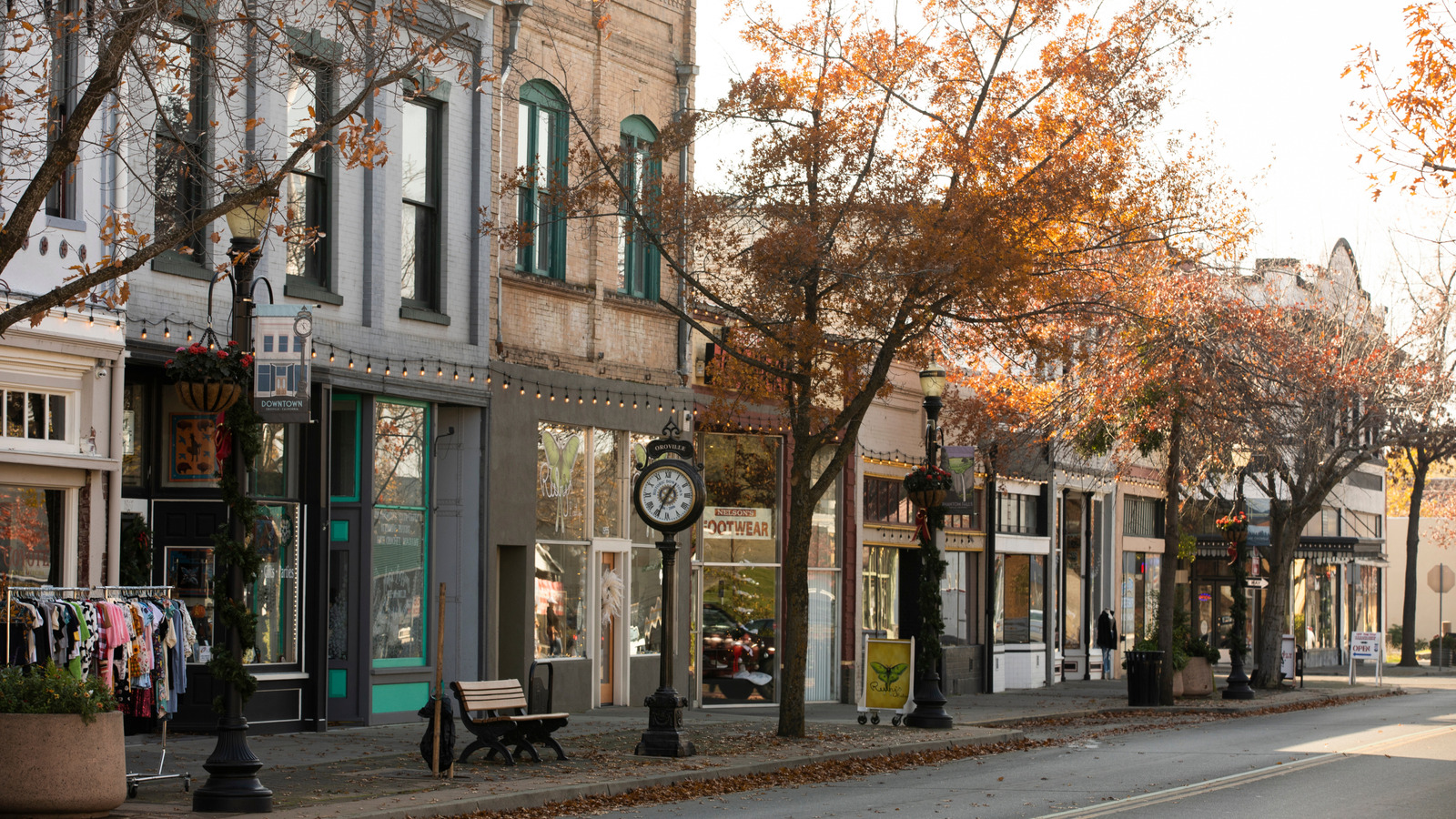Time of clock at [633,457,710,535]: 1:34
